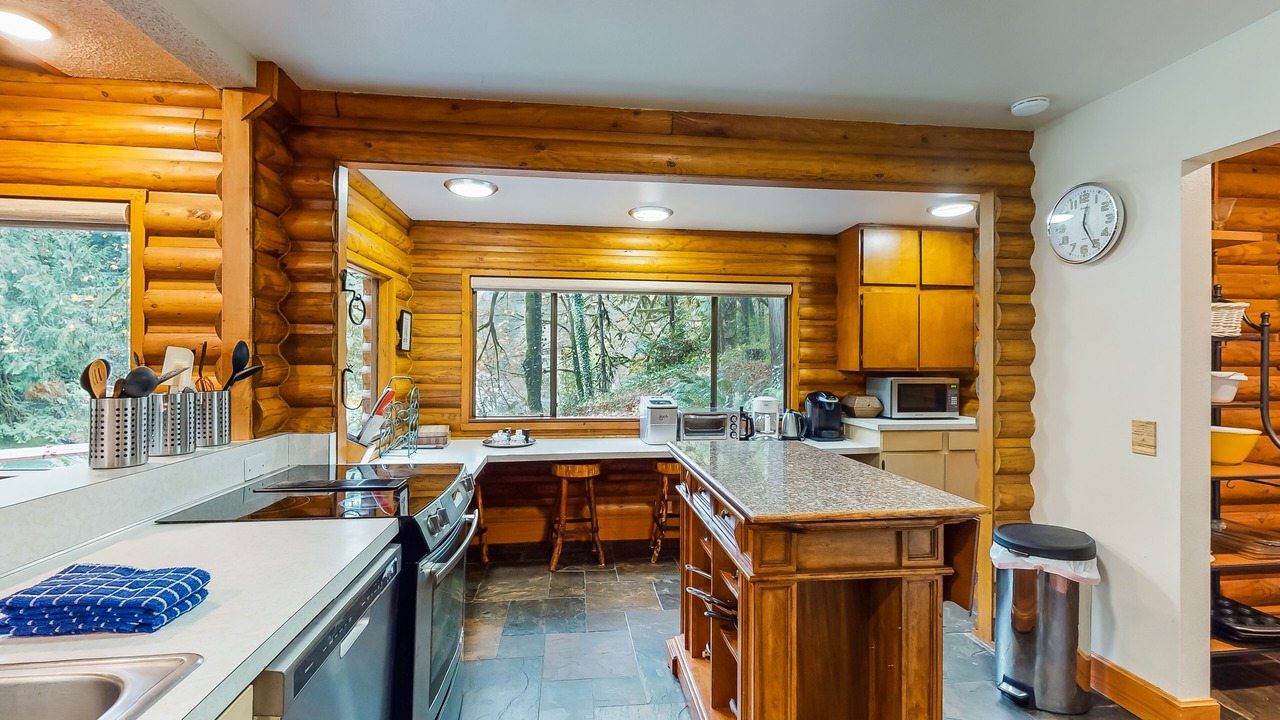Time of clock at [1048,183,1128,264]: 12:25
